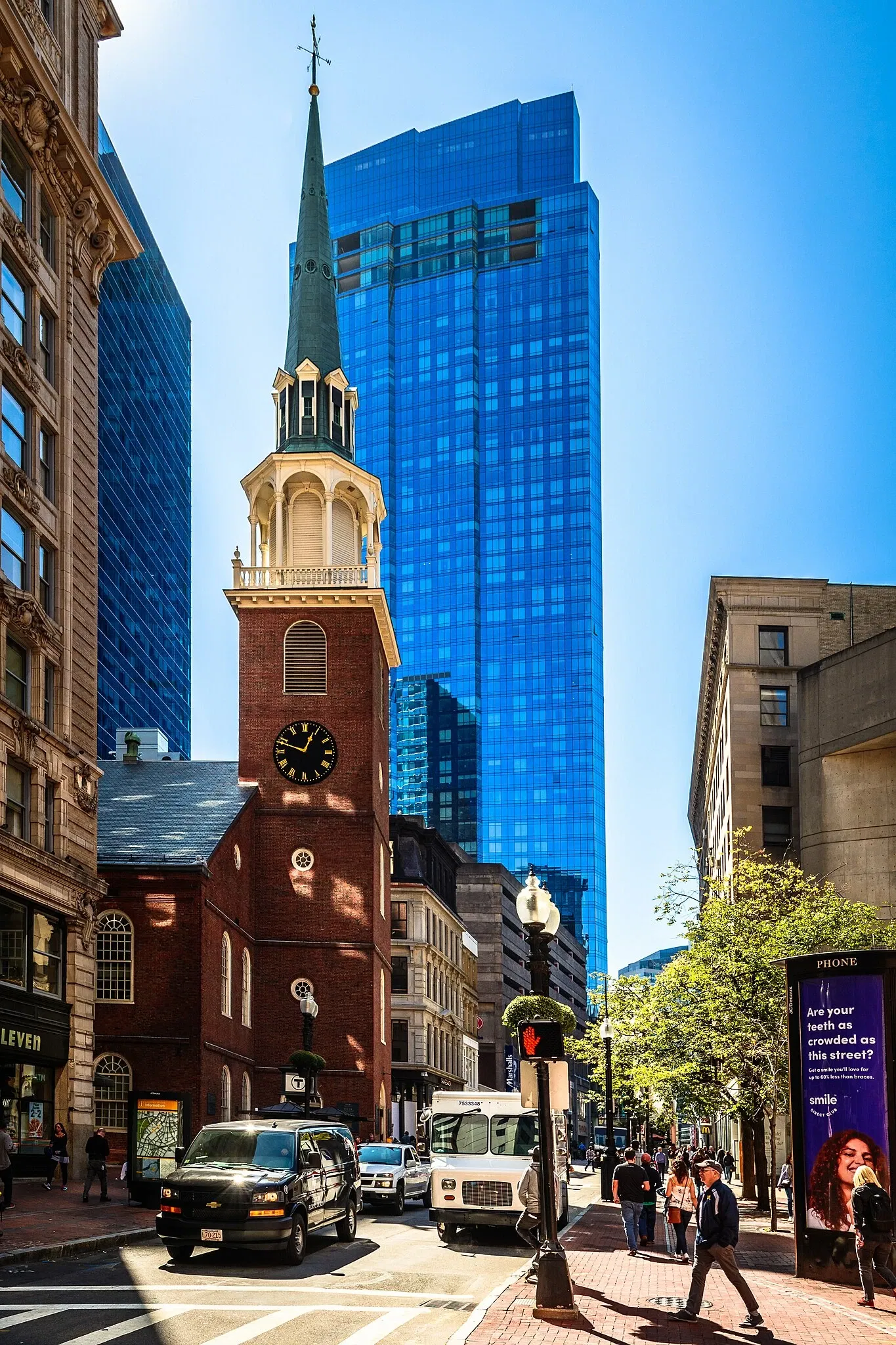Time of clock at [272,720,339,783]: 12:48
